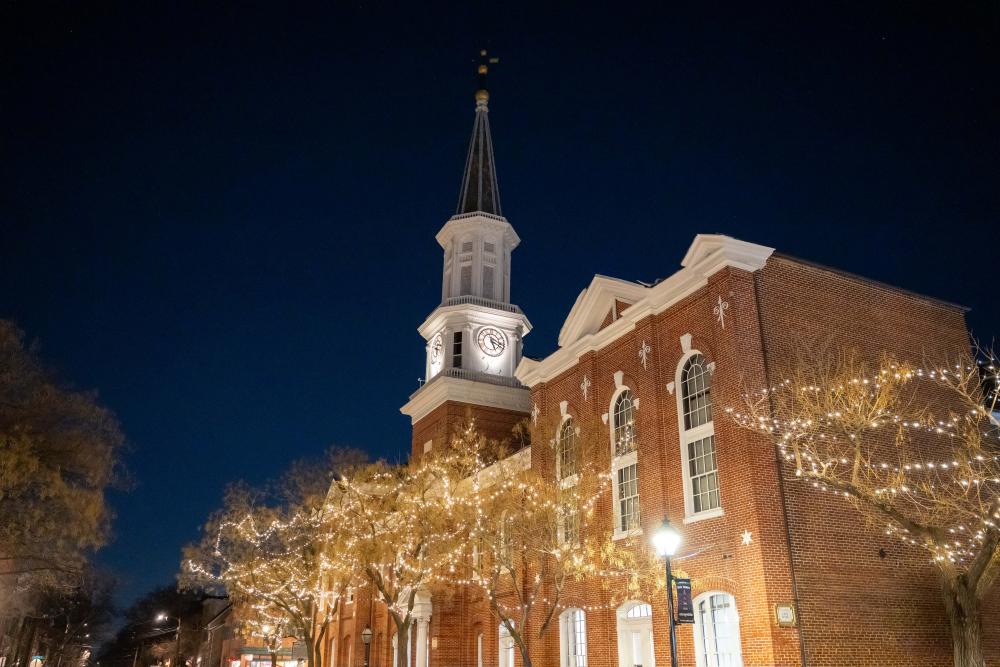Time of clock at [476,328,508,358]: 5:18
